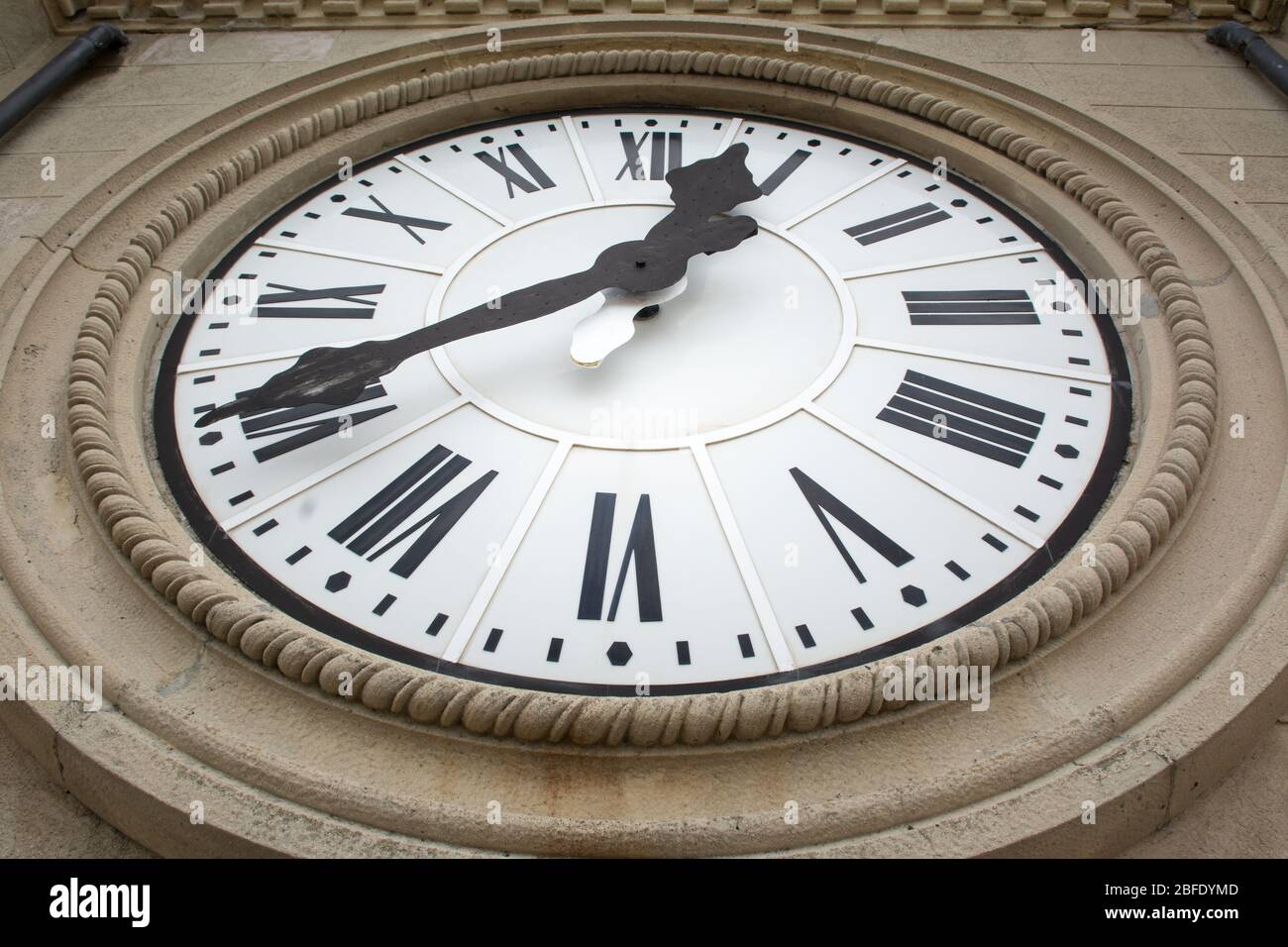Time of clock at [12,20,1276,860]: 12:40
